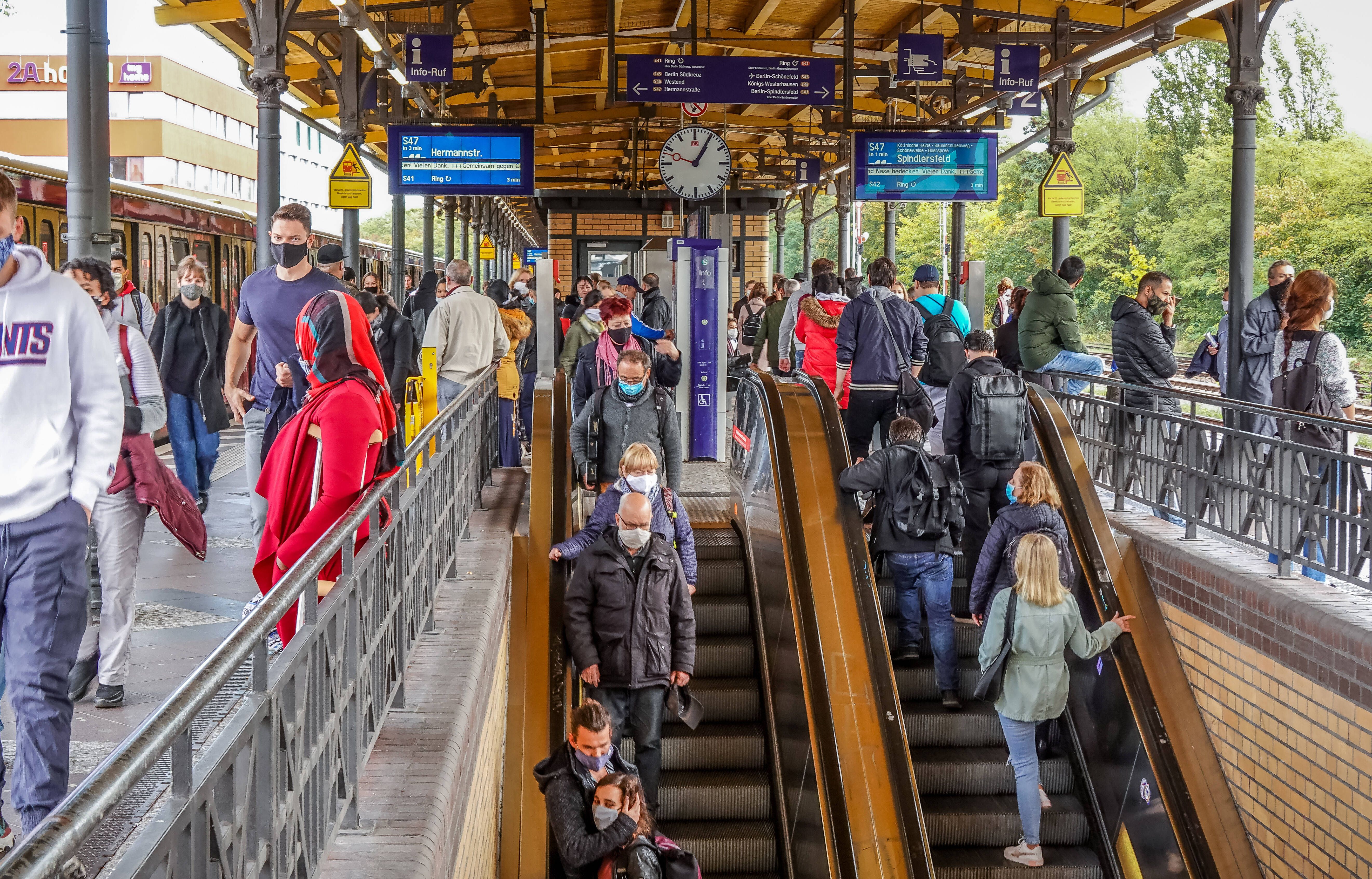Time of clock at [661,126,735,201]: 1:05
